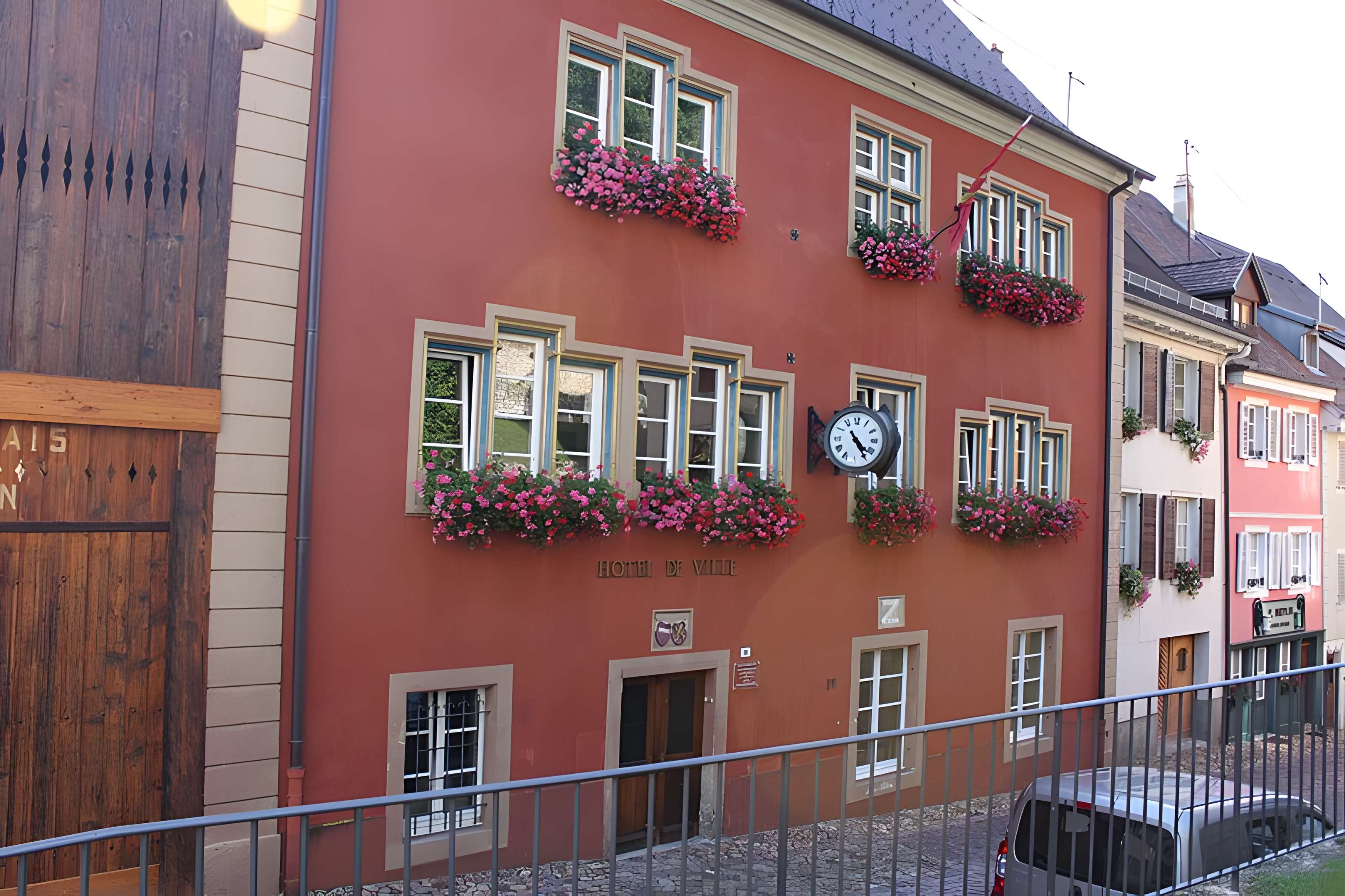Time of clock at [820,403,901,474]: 4:24
